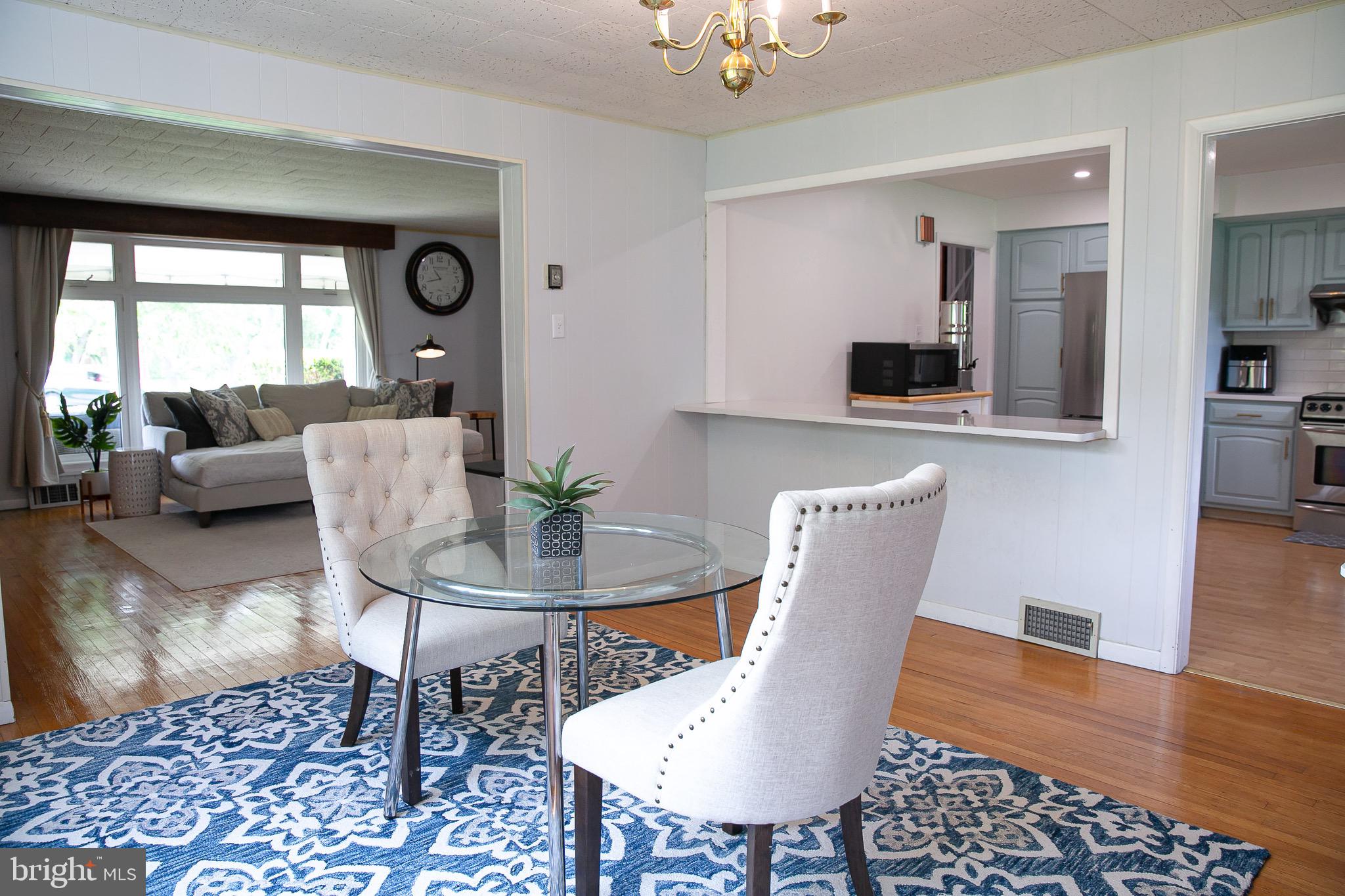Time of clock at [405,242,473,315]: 10:42
